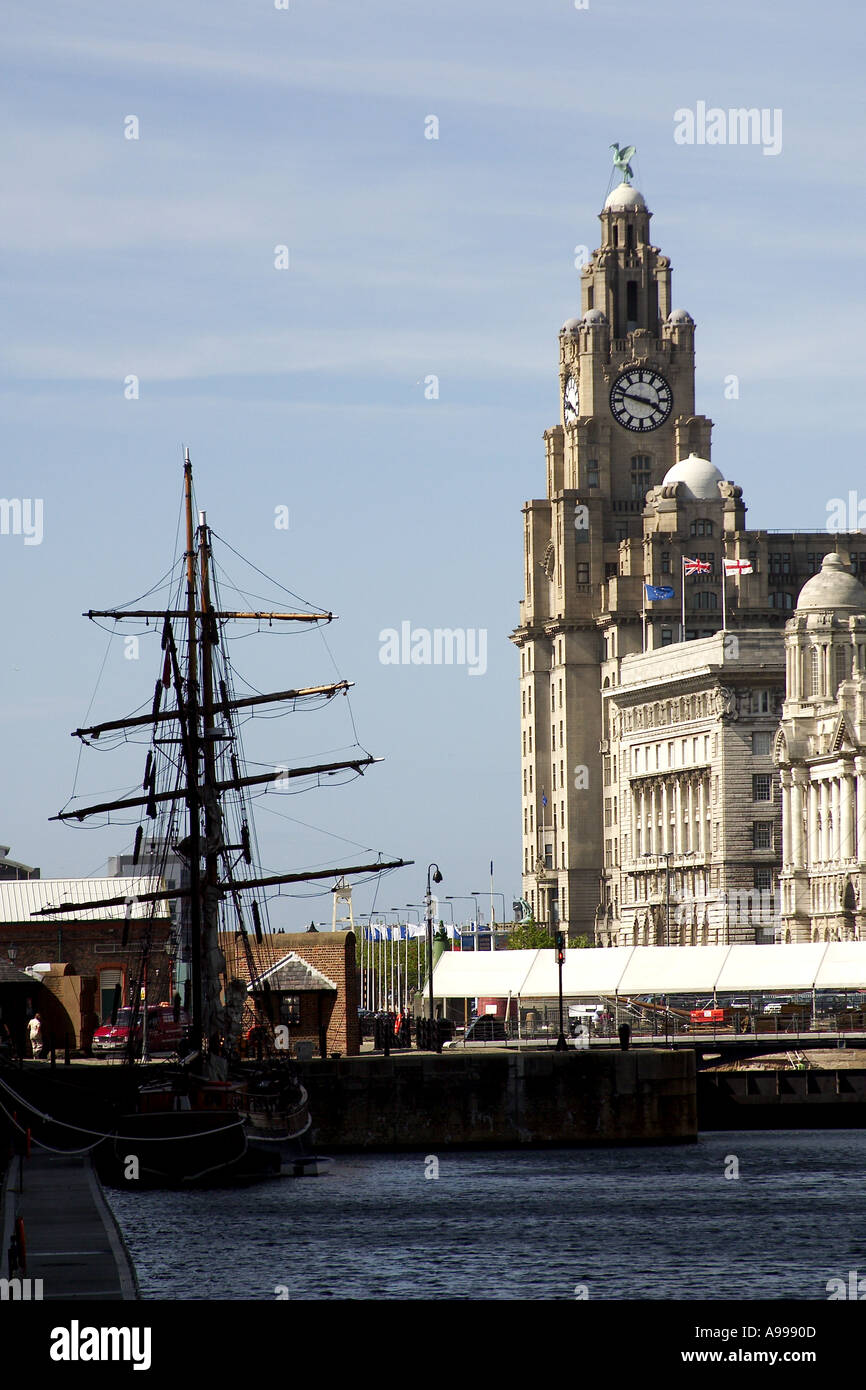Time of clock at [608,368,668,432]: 3:47
